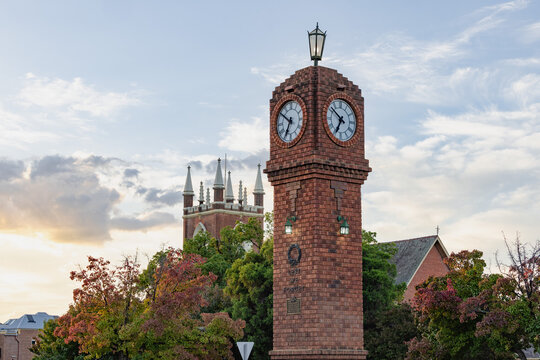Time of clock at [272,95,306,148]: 6:50
